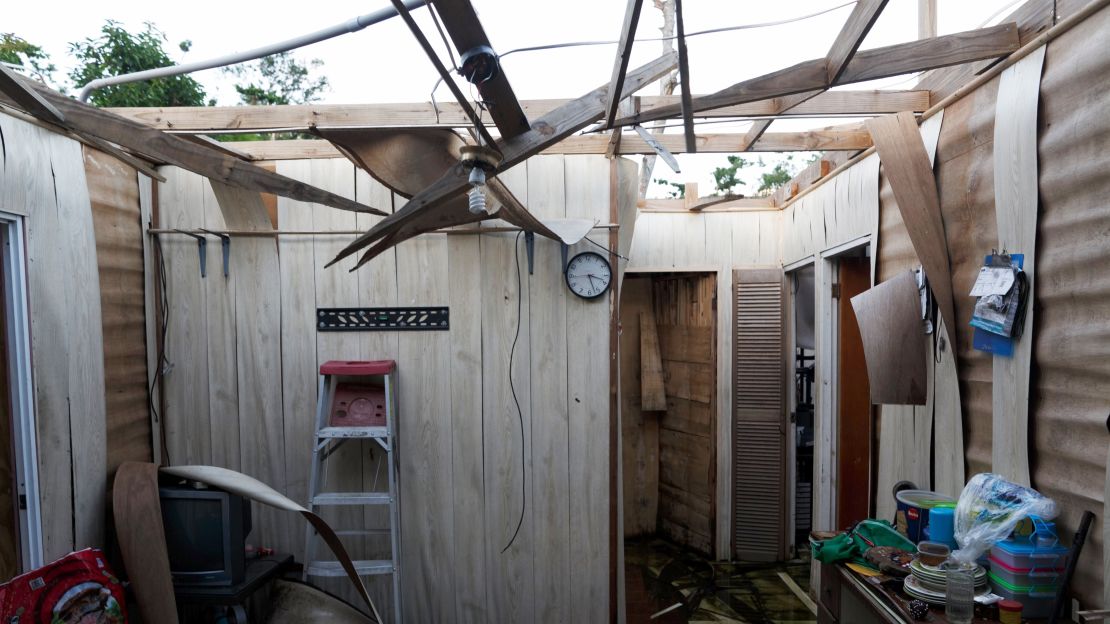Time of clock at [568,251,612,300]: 5:18
